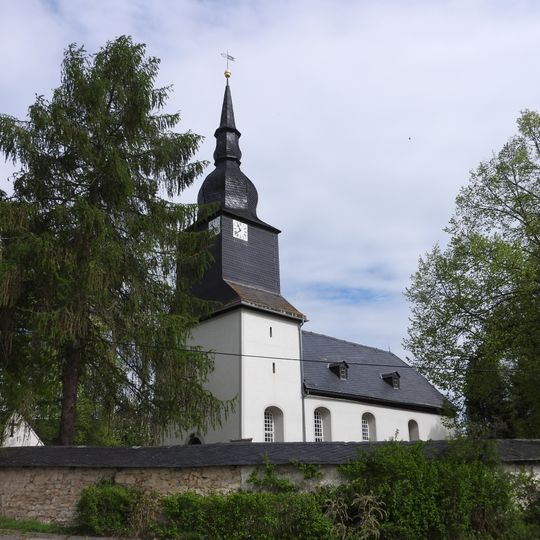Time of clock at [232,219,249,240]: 10:39
